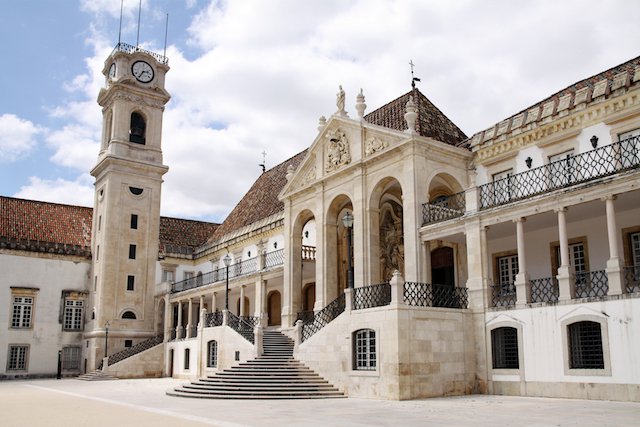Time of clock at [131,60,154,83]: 2:35
